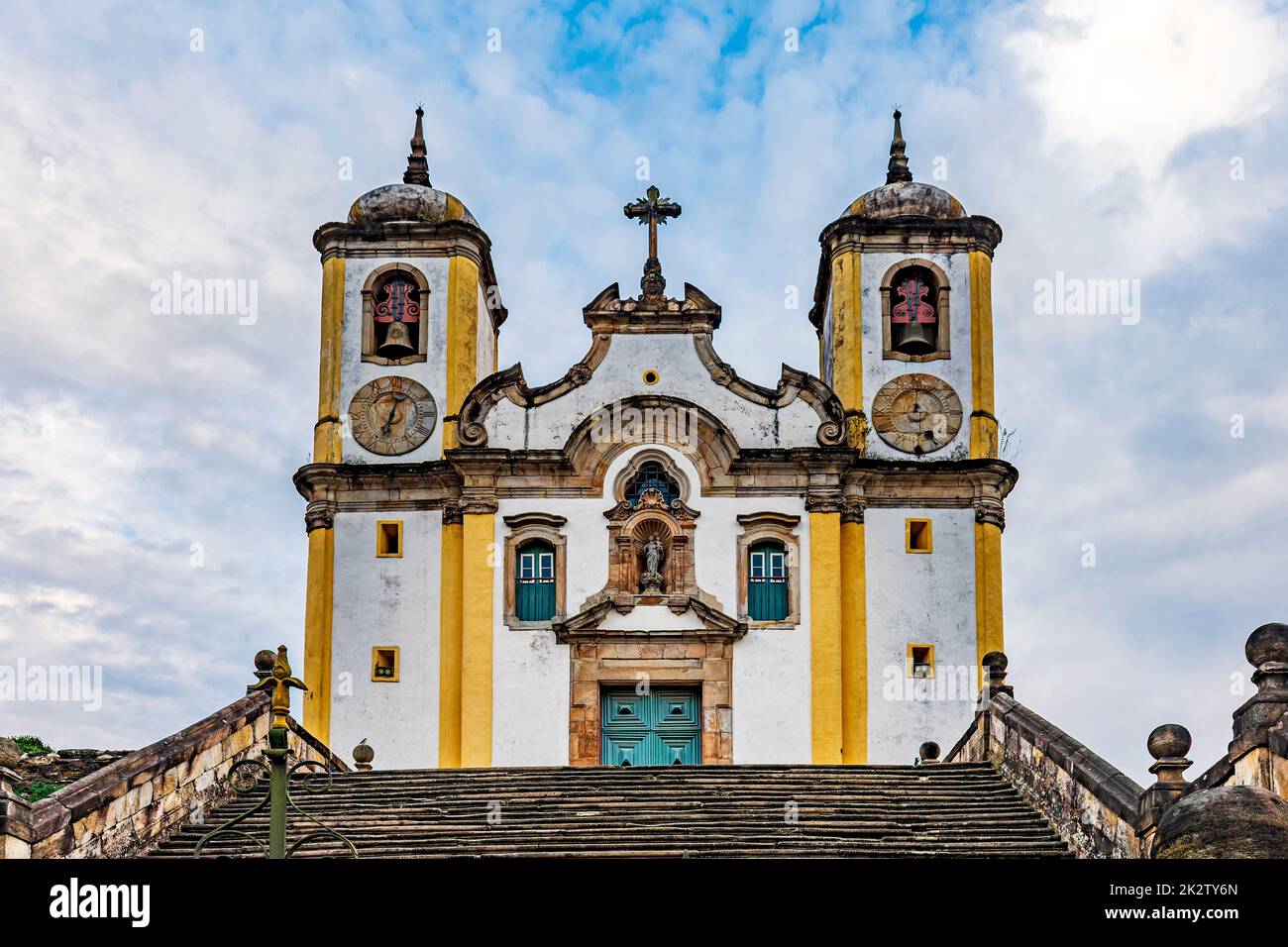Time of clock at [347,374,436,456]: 12:32
